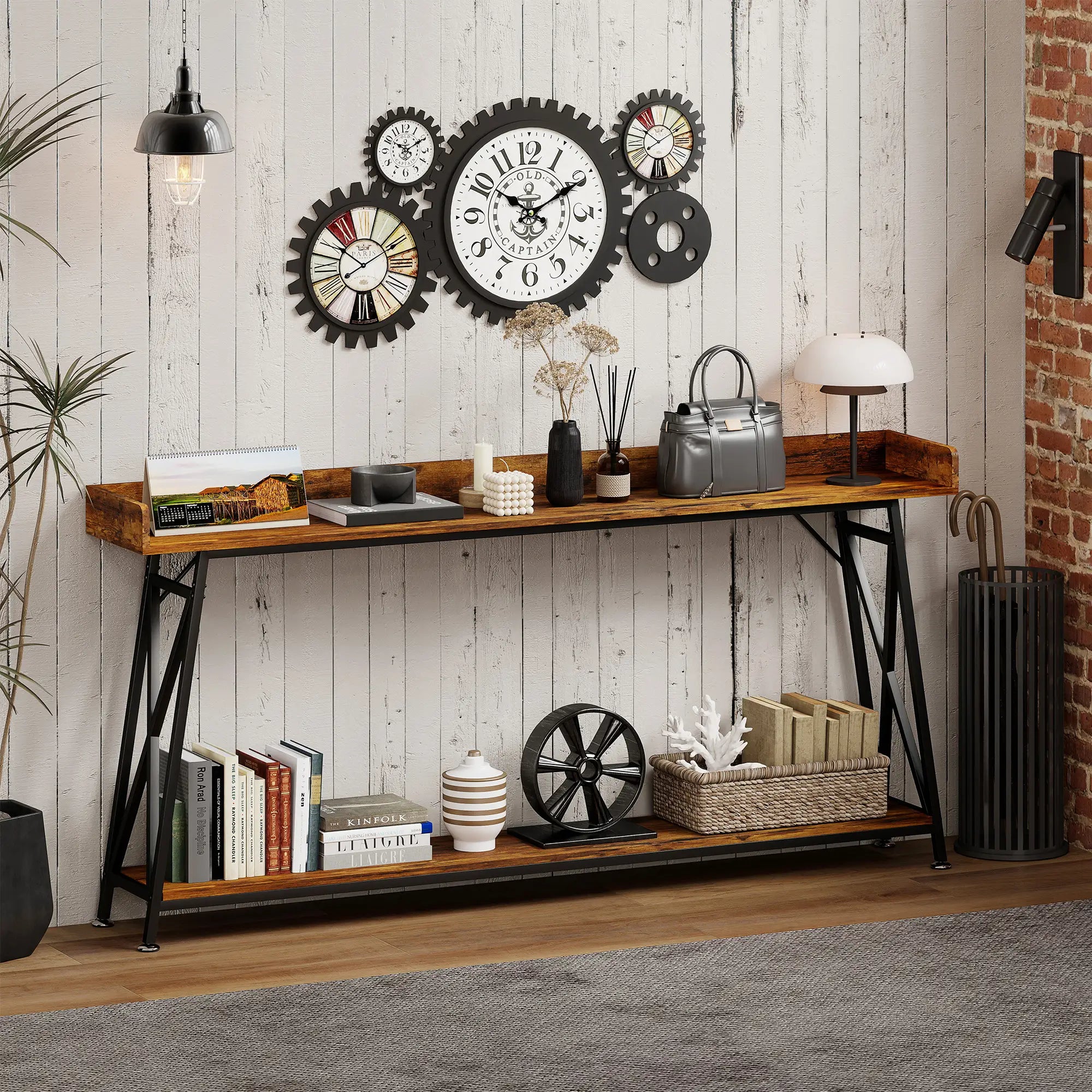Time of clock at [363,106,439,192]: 10:10
